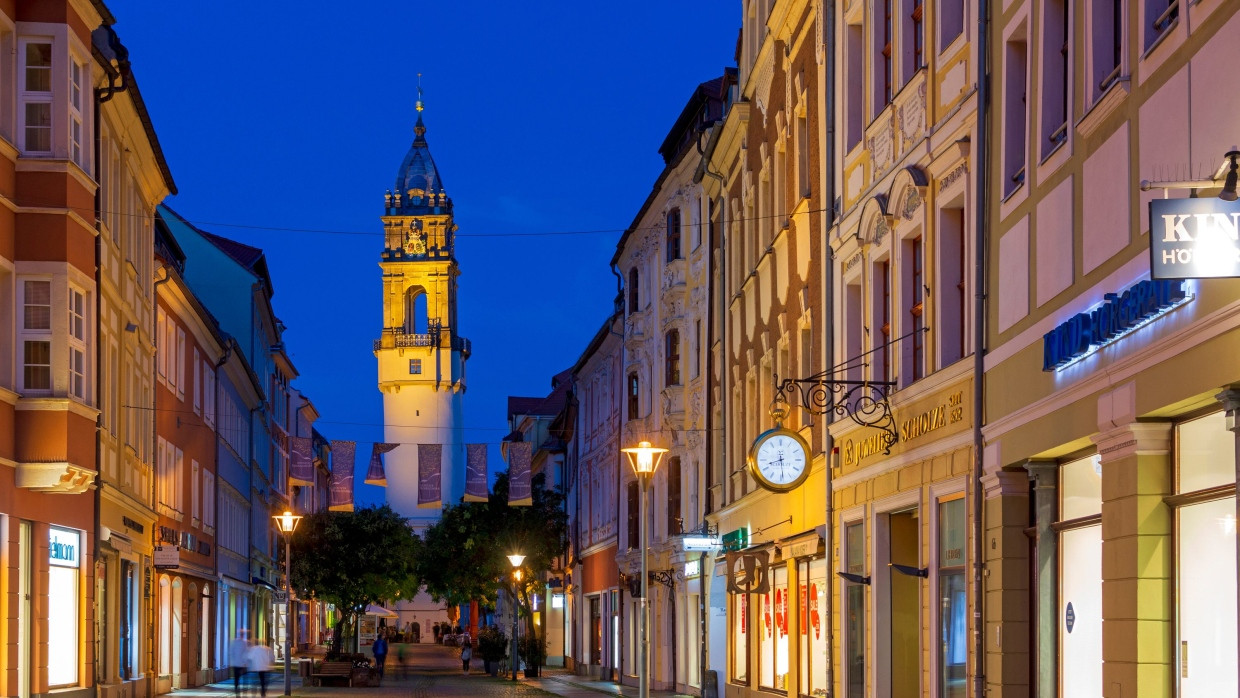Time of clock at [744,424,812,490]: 8:29
